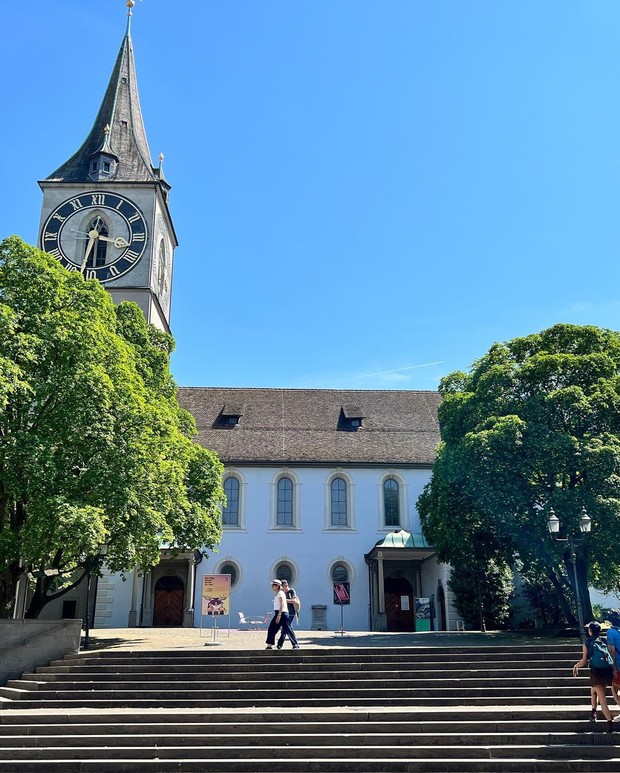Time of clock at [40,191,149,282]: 12:32
